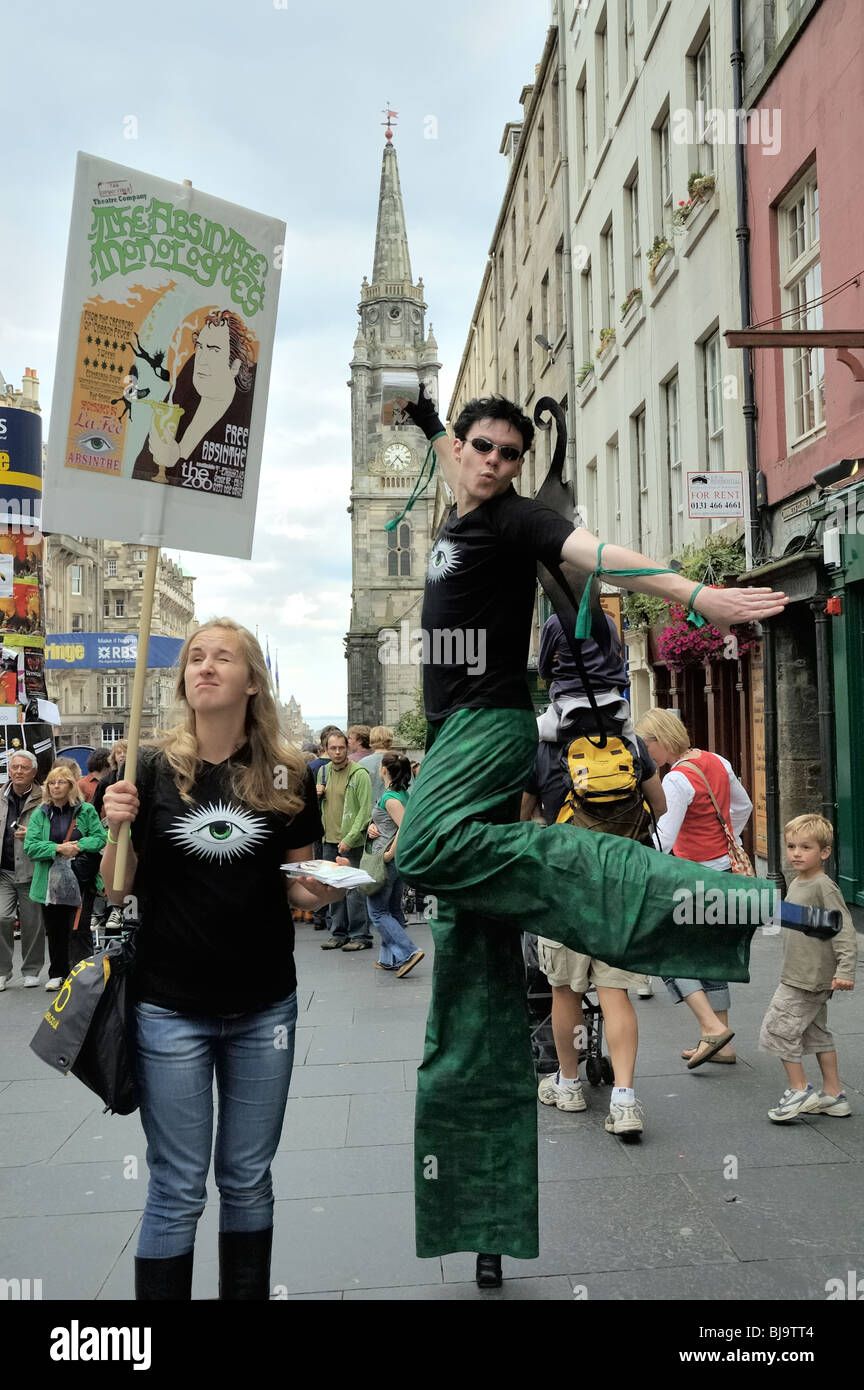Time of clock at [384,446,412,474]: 4:36
